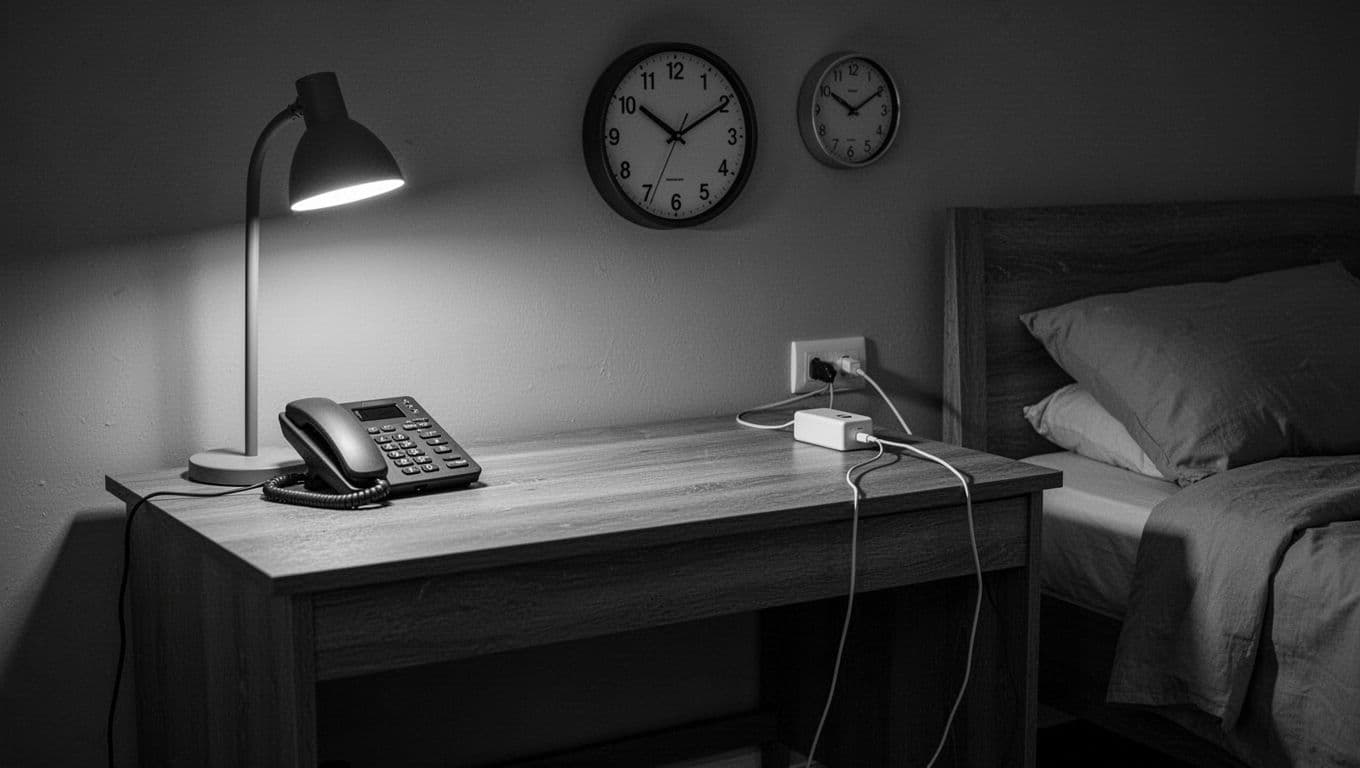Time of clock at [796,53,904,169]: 10:09
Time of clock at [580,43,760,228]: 10:10
